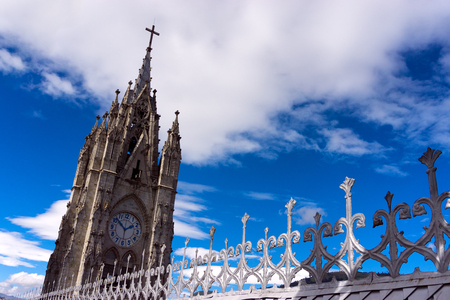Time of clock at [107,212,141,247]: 1:52
